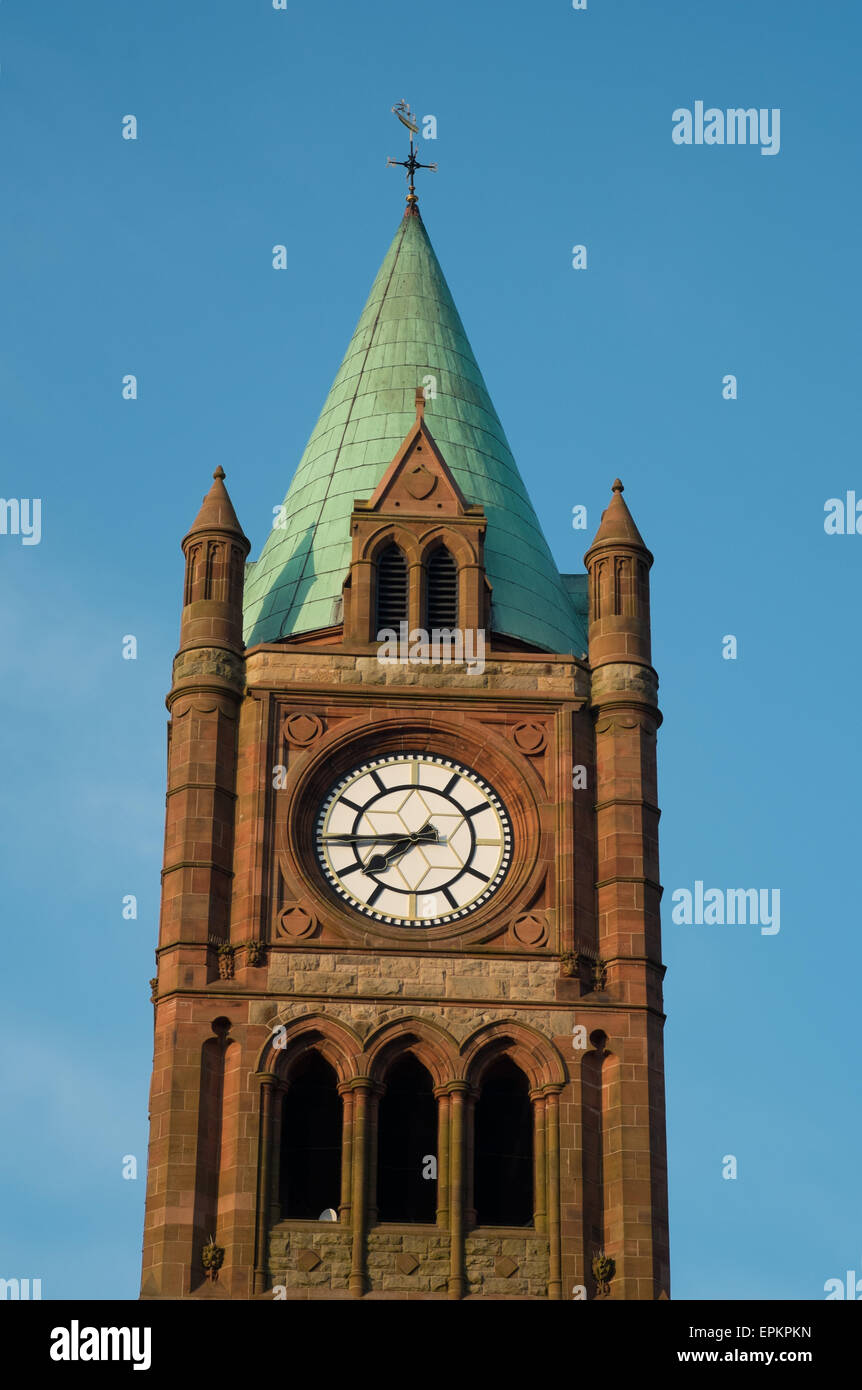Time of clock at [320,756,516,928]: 7:44
